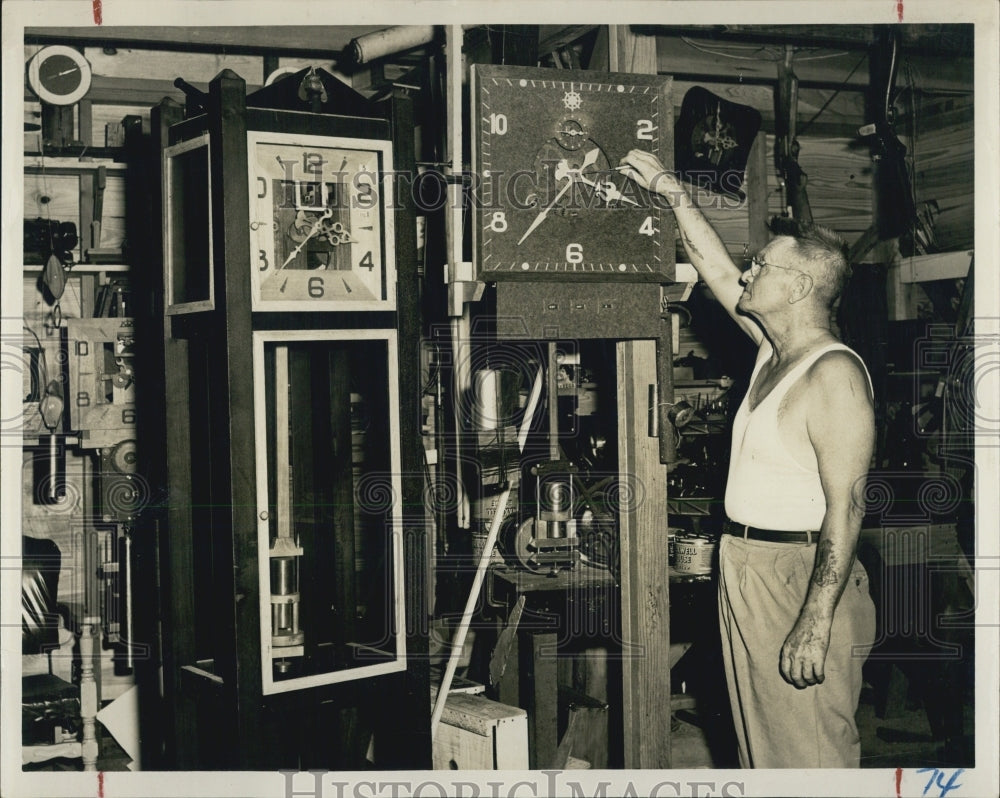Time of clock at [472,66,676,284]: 3:36
